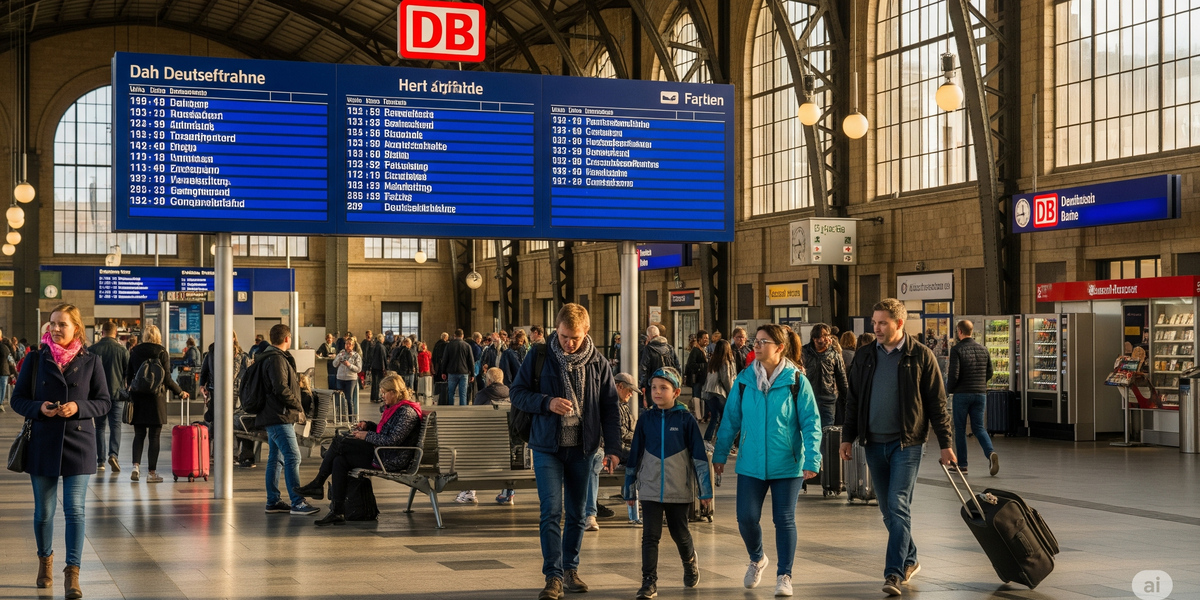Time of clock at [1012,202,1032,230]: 11:44
